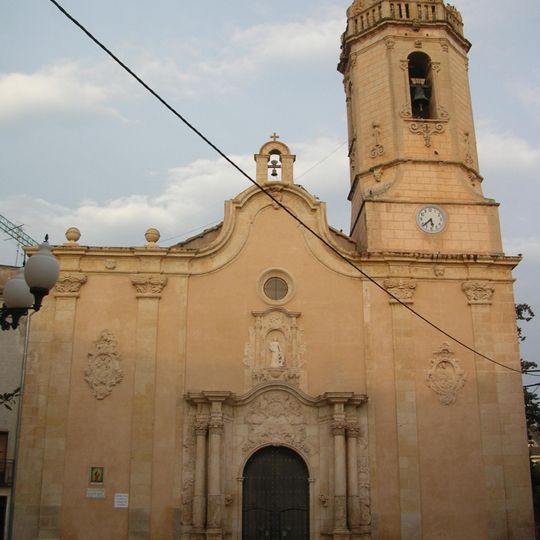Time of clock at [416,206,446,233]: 5:38
